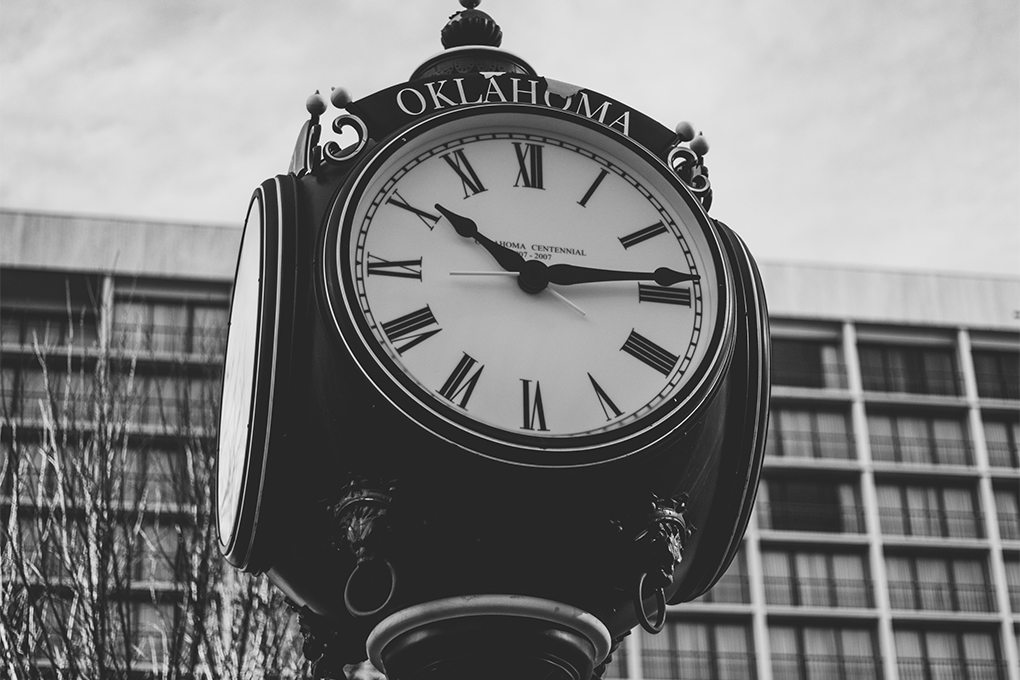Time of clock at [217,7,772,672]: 10:13
